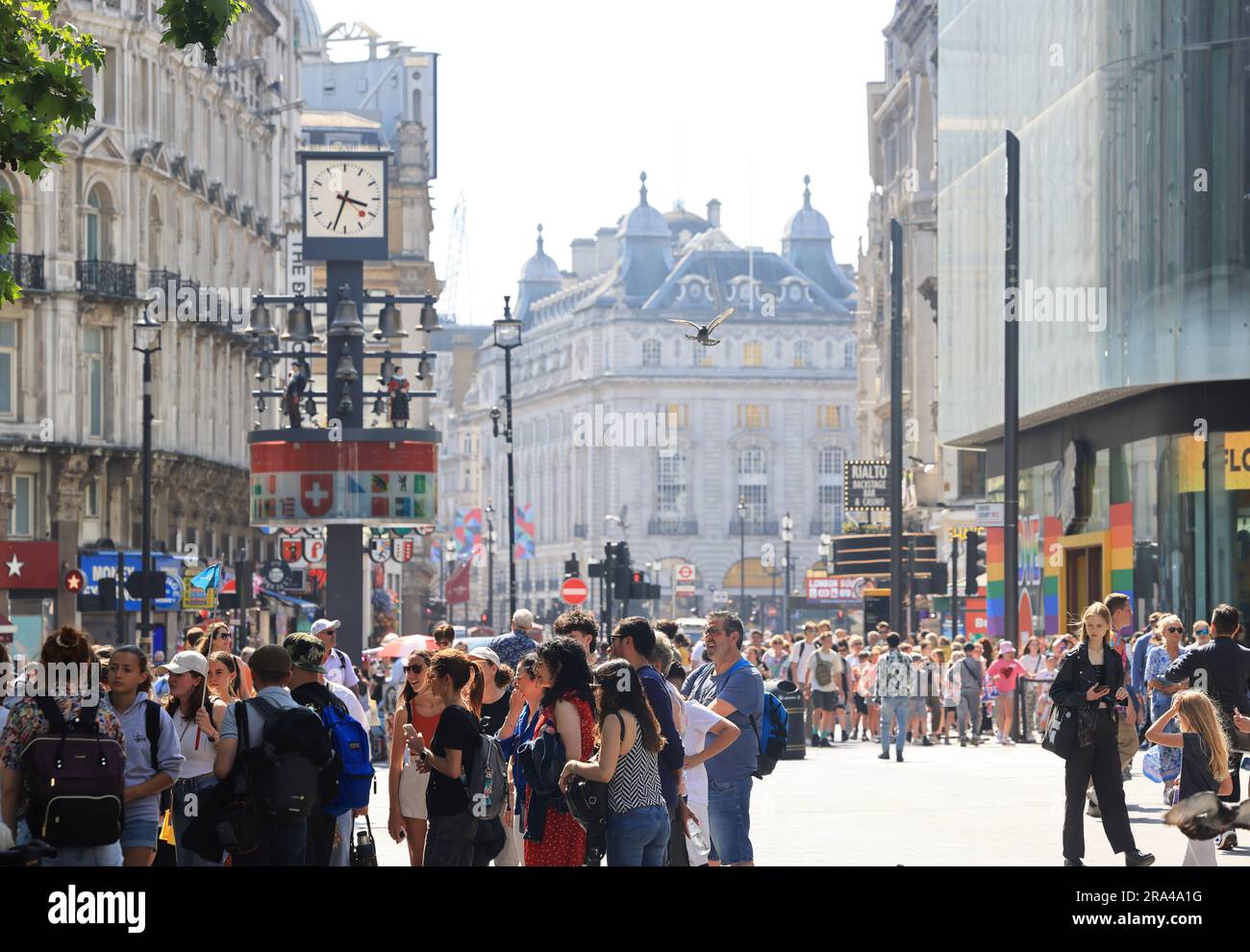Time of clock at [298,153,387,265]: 3:33
